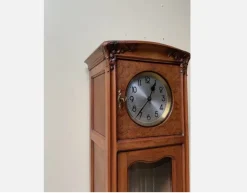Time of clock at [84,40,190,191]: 12:37
